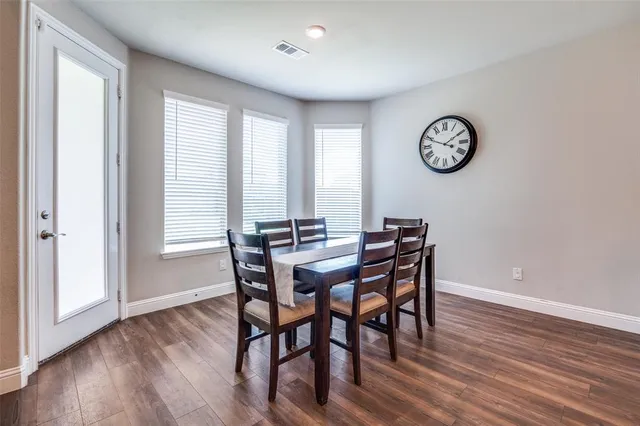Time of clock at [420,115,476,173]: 1:48
